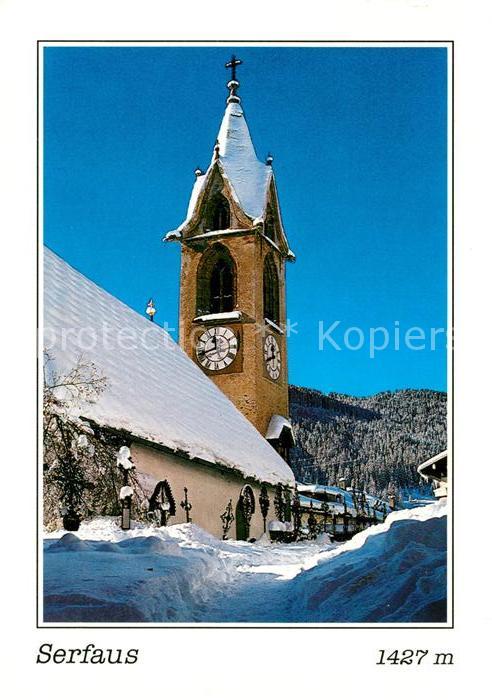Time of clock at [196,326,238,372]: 11:41
